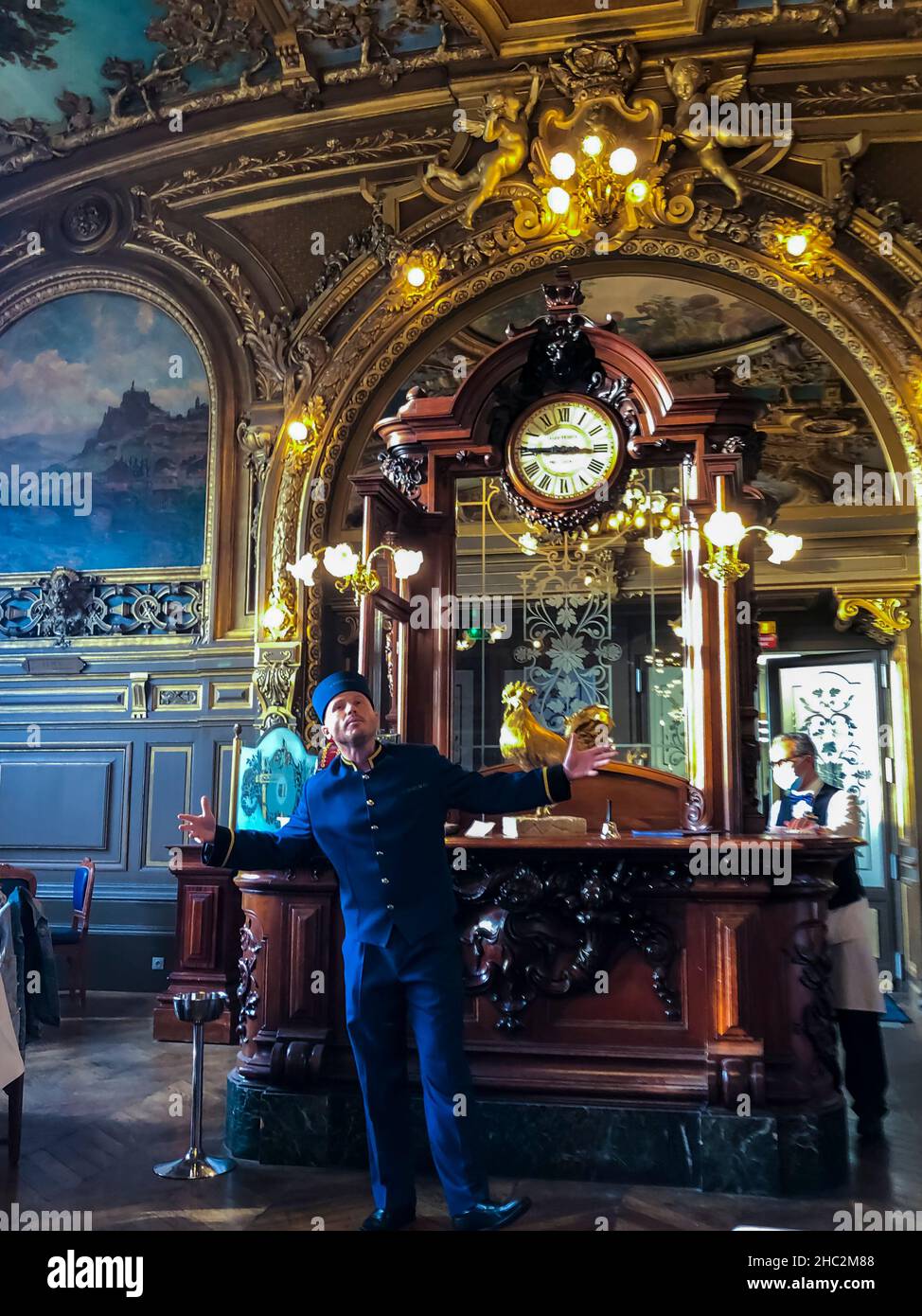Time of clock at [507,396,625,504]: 8:45
